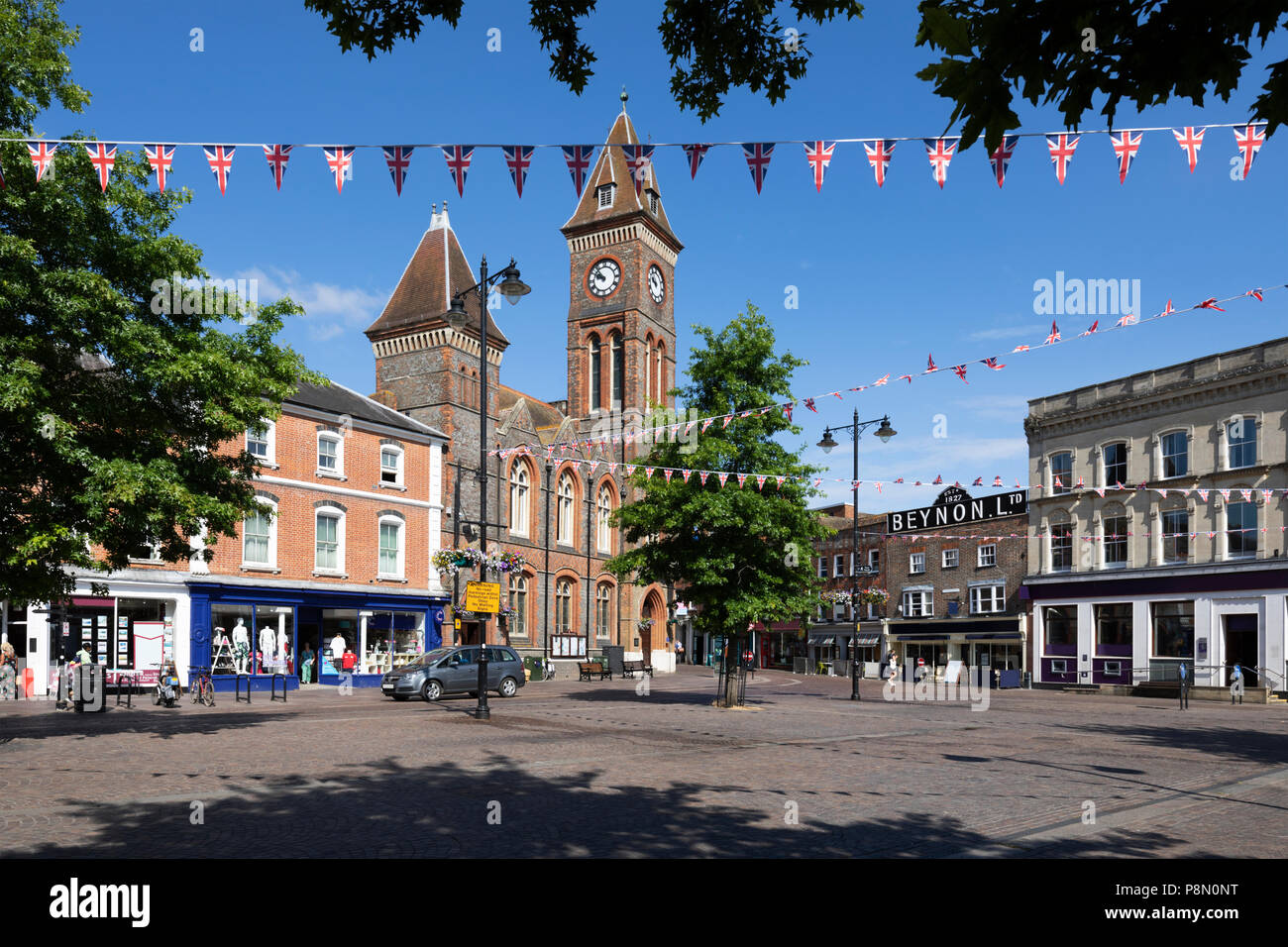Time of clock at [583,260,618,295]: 9:53
